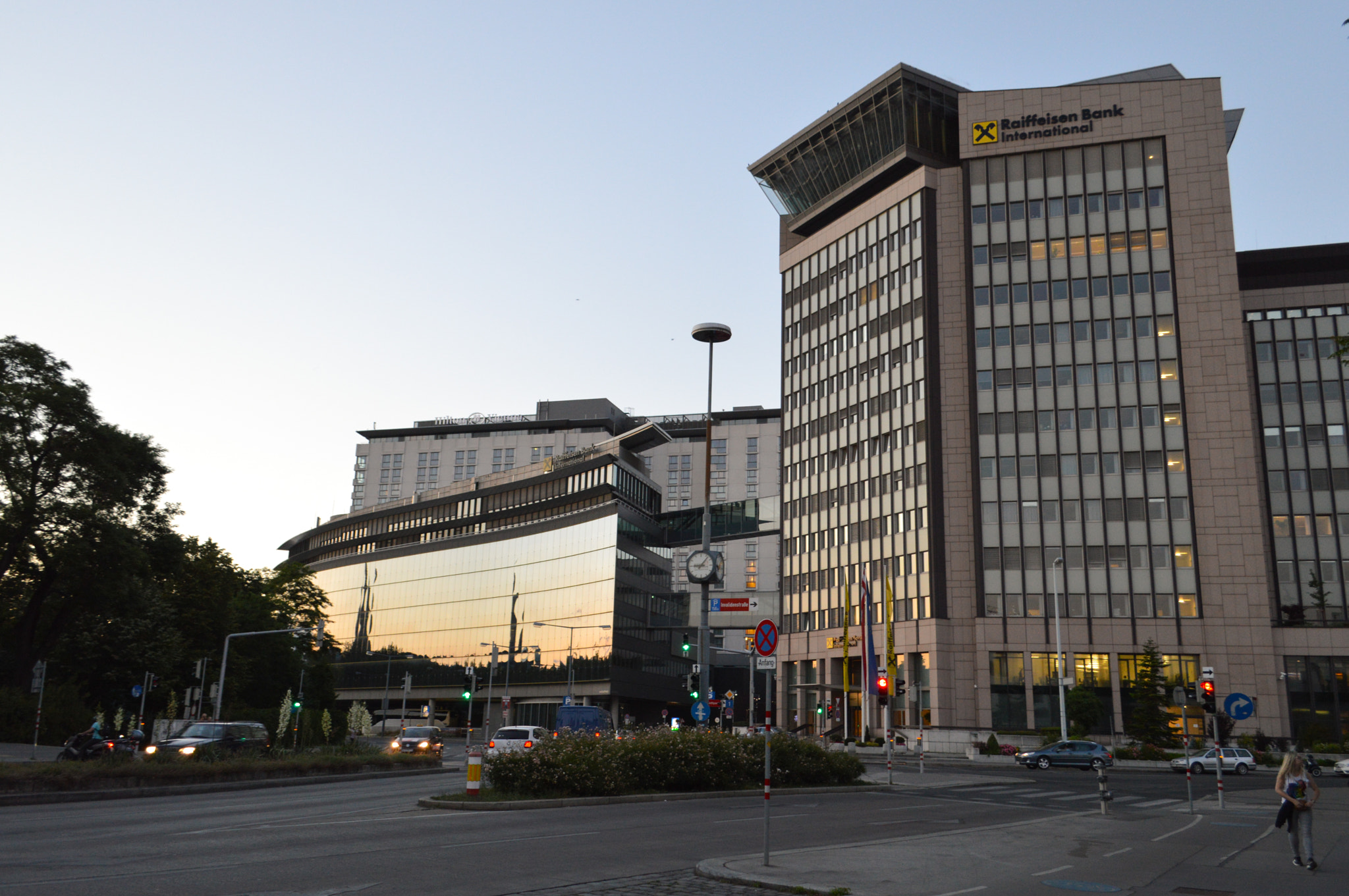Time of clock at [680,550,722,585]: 9:06
